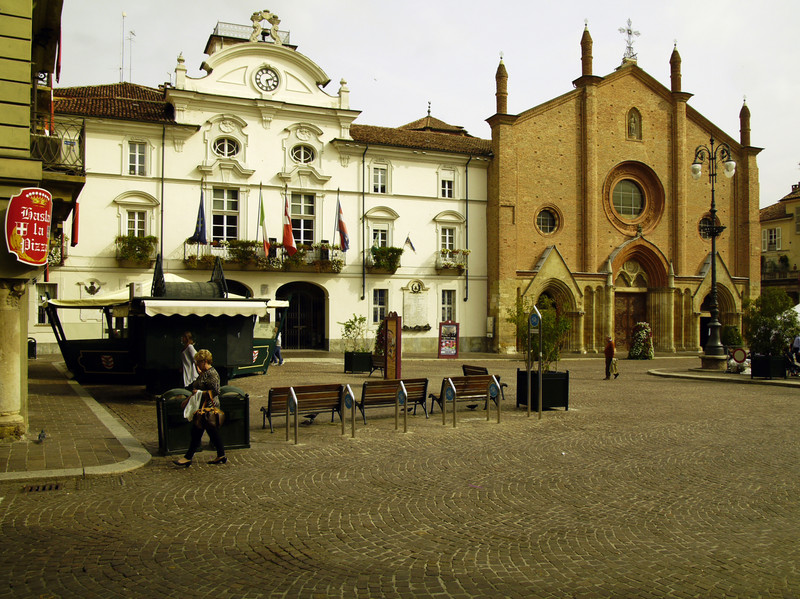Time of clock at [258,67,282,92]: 2:27
